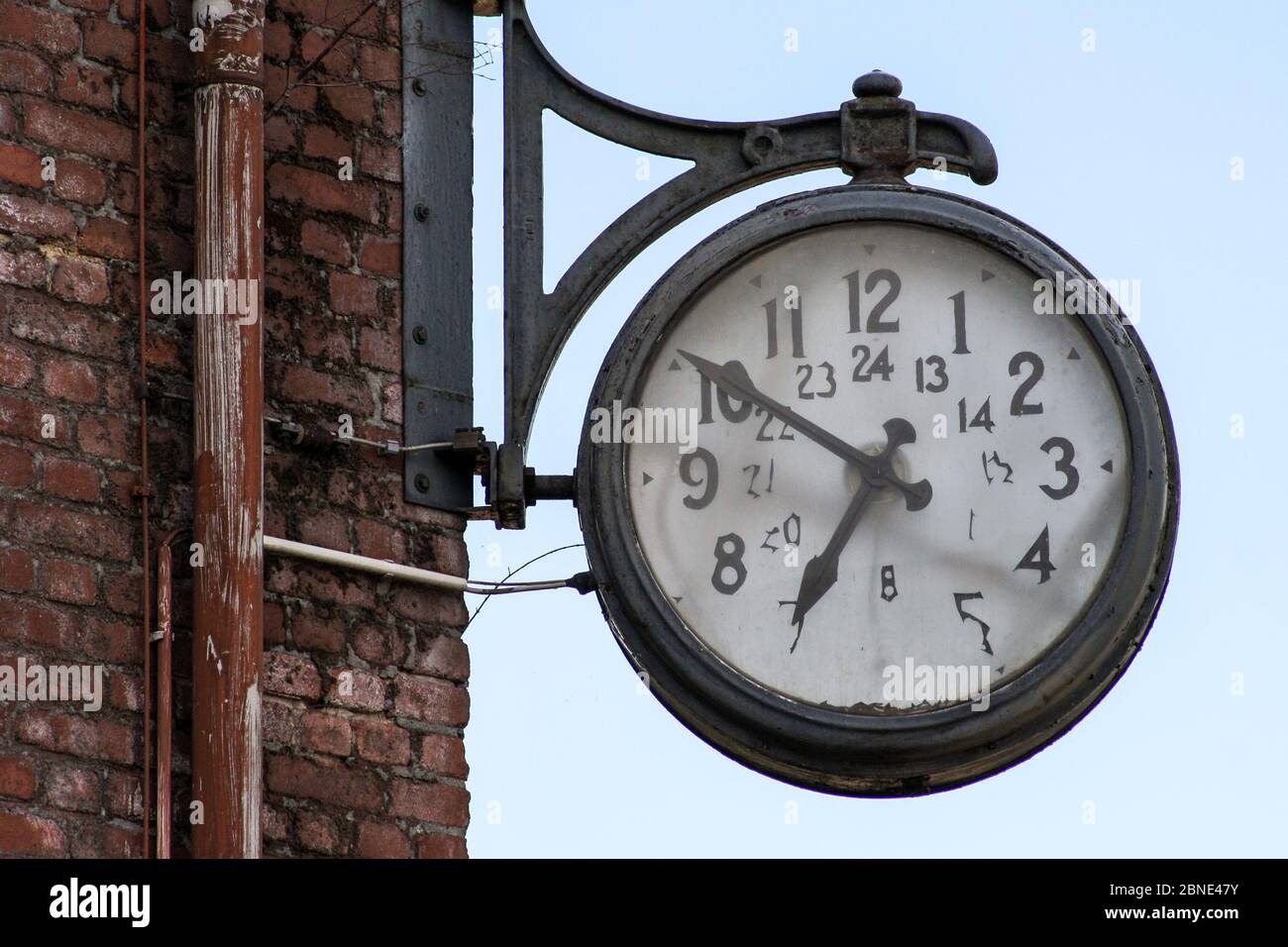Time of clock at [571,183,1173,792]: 6:50
